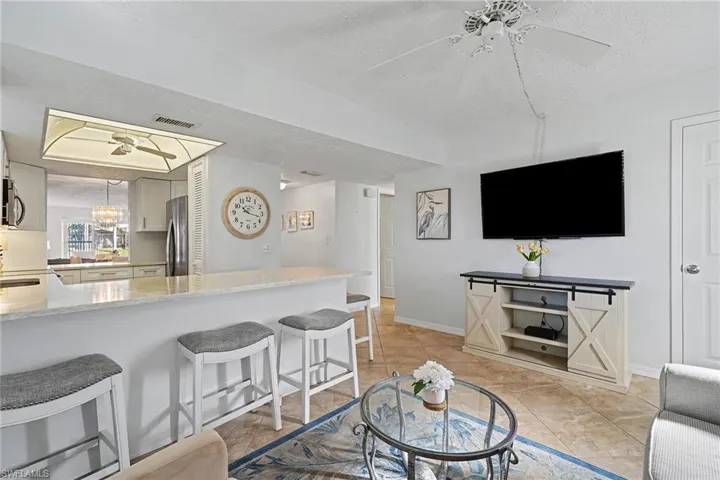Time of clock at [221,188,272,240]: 10:17
